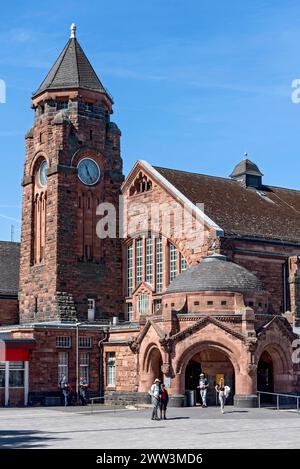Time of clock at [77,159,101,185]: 11:24
